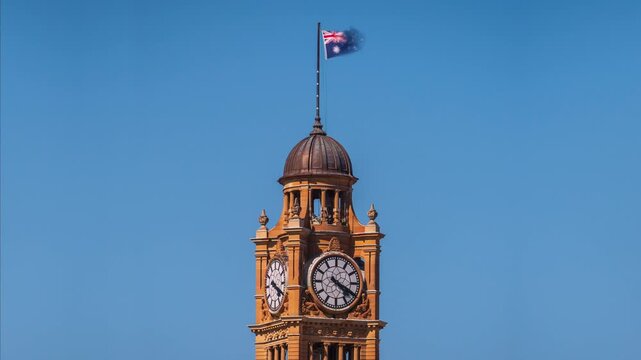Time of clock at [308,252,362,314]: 4:19
